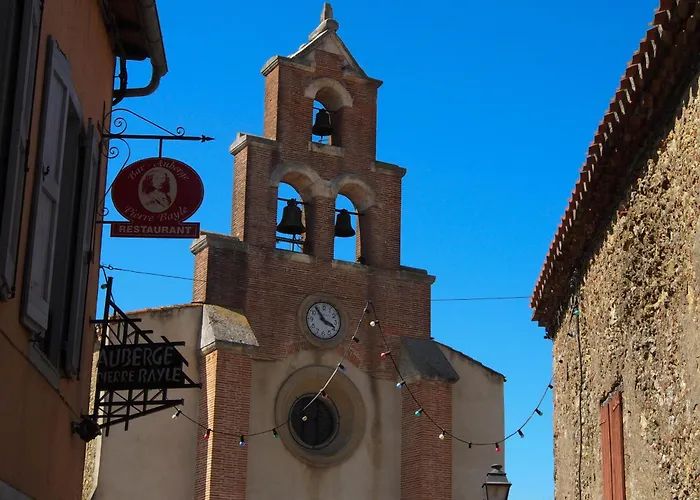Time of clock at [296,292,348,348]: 3:54
